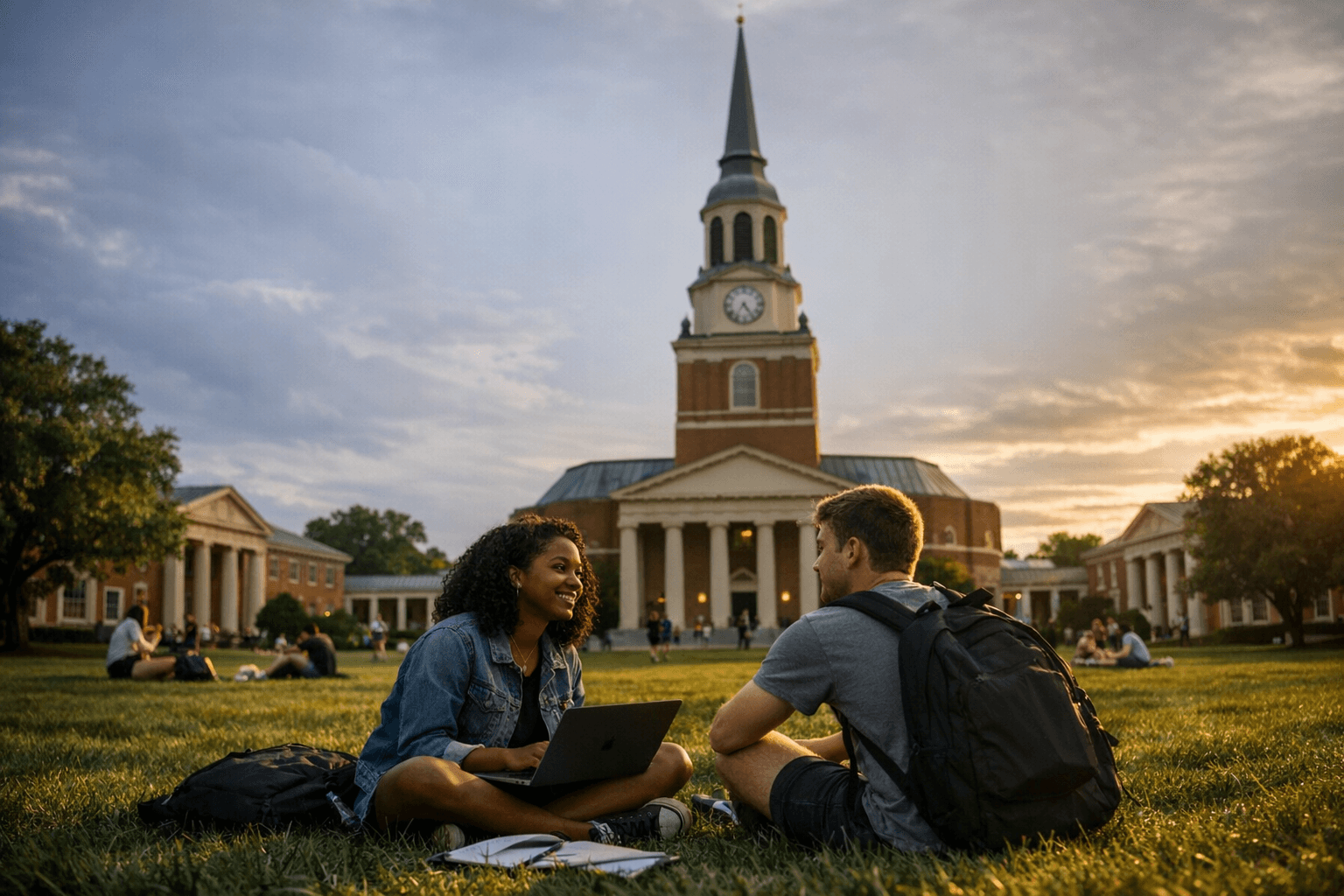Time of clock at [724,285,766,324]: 7:24
